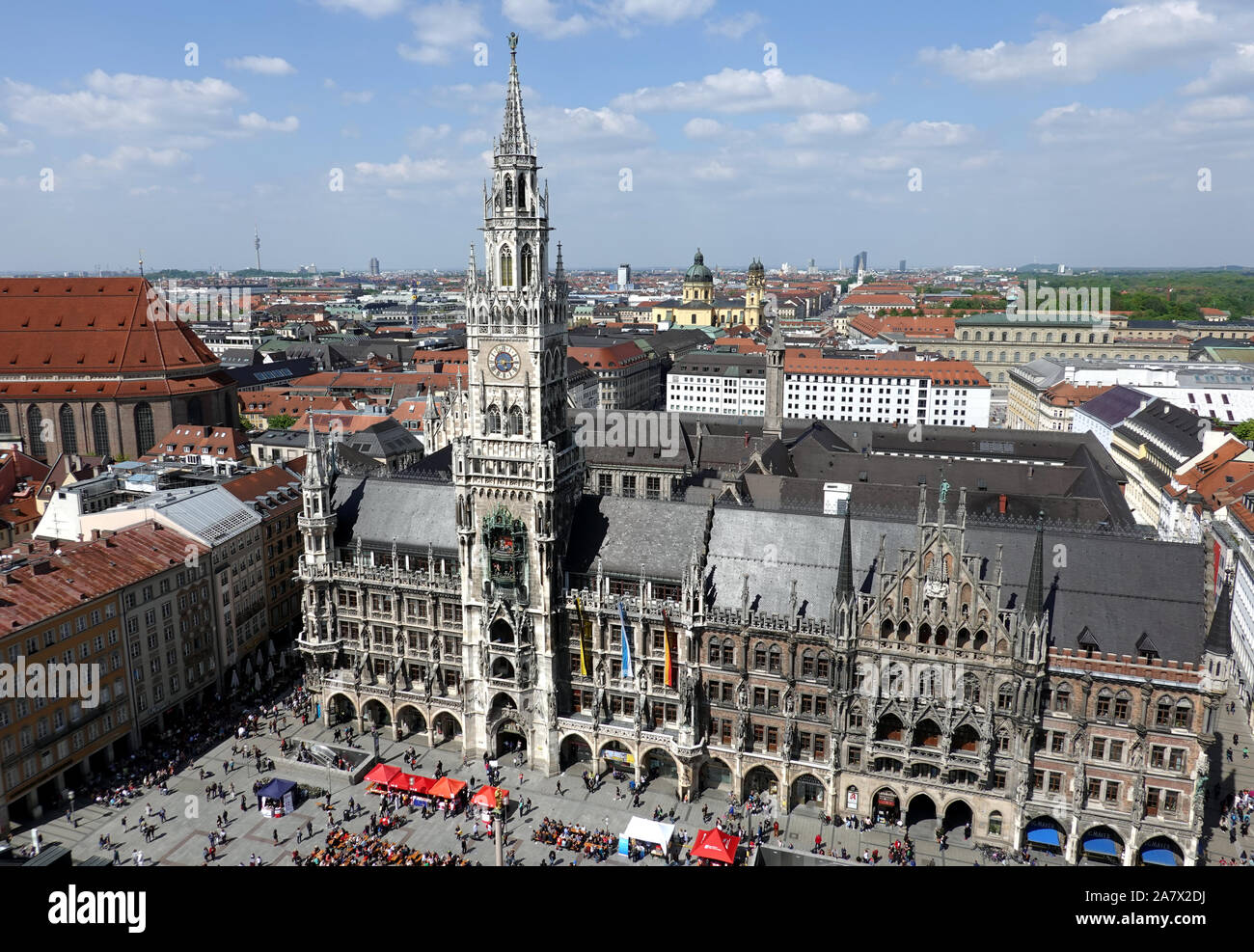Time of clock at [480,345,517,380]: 5:14
